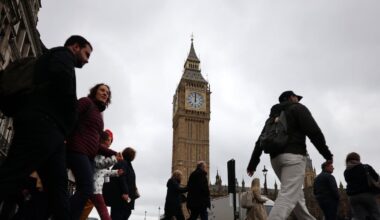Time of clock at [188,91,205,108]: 12:00
